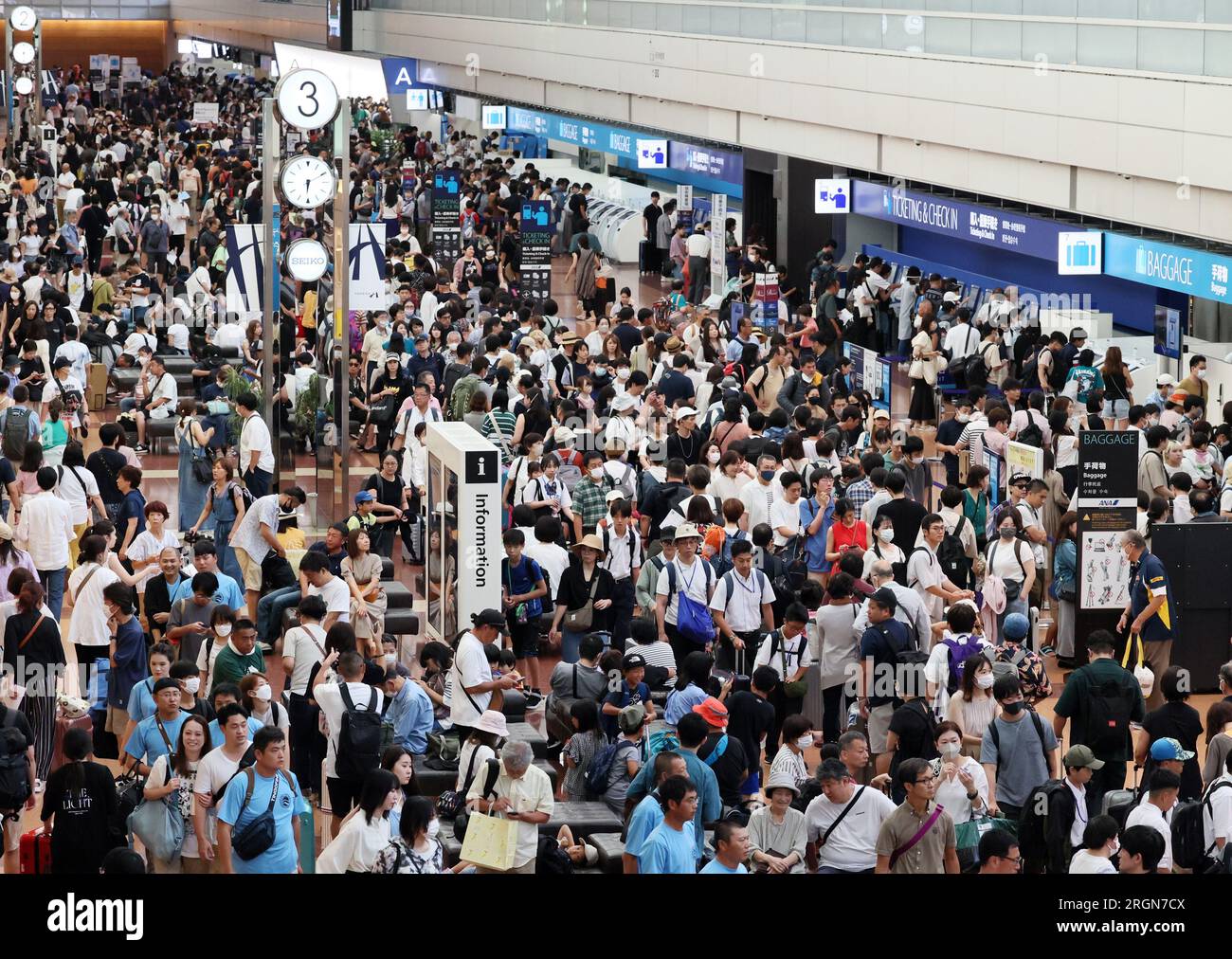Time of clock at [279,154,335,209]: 6:10
